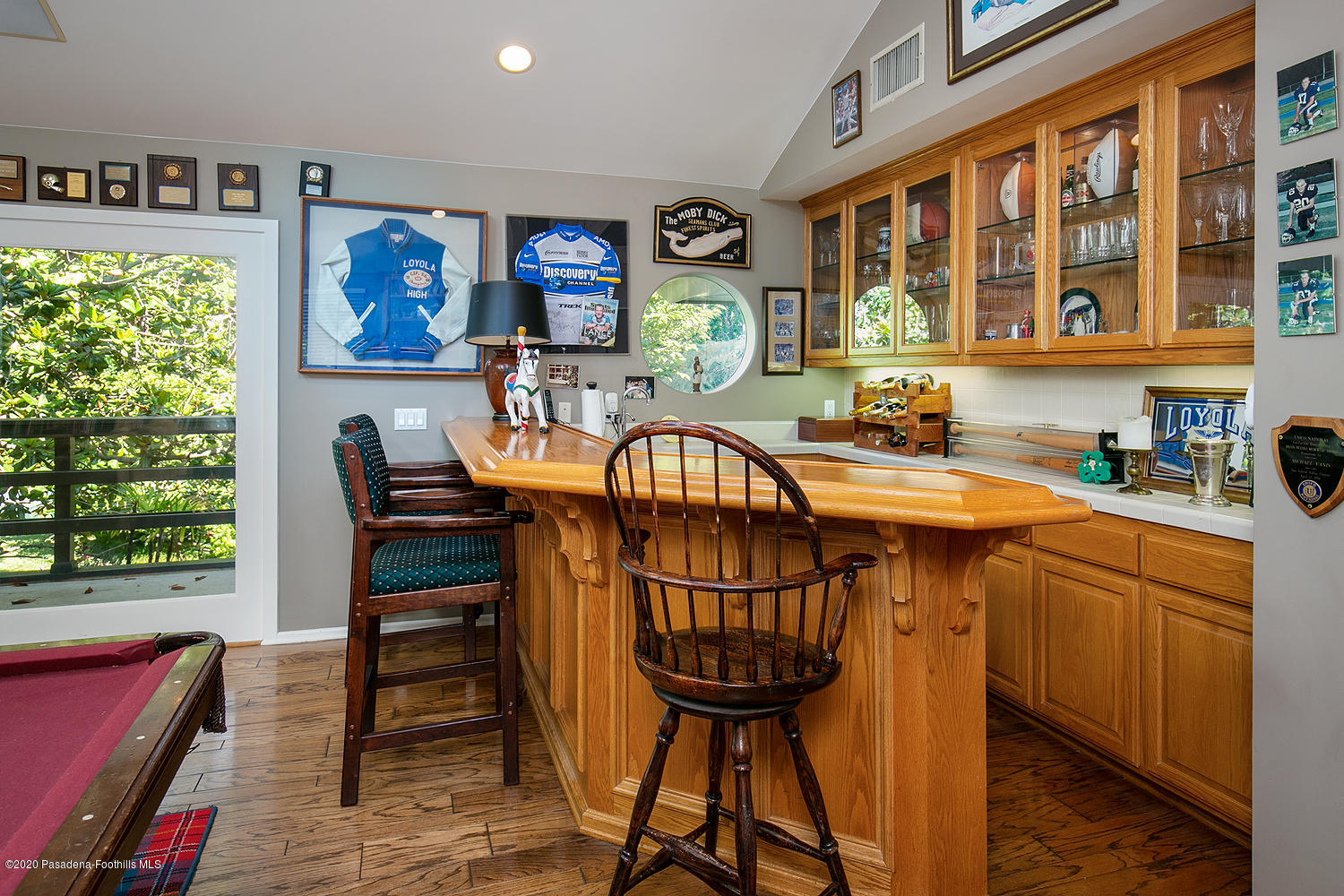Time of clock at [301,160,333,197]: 10:32
